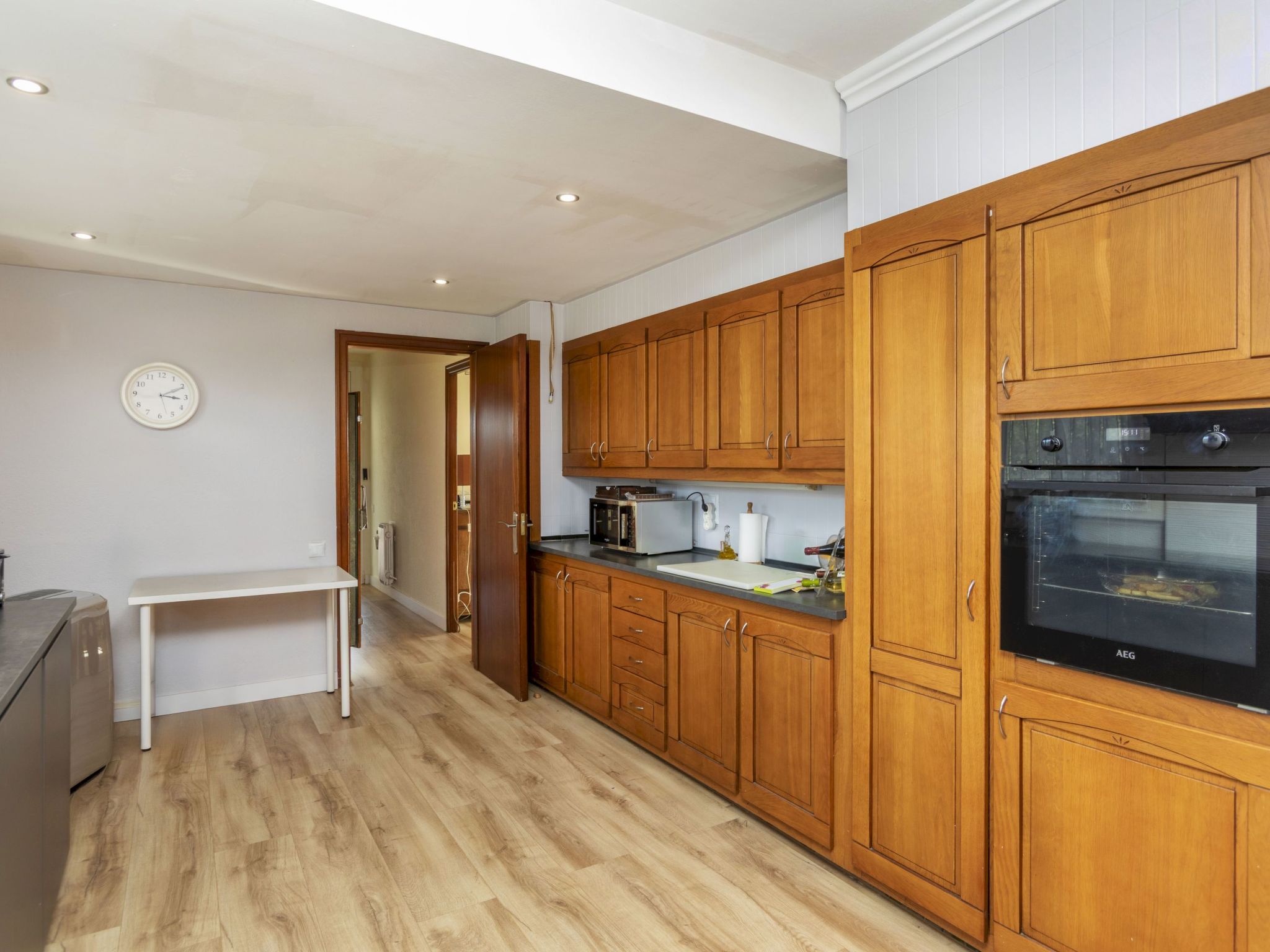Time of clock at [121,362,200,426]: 3:10
